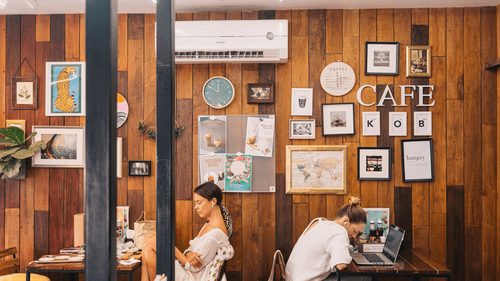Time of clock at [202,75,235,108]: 11:50
